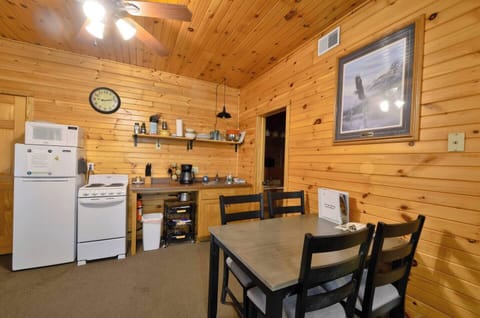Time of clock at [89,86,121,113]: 9:12
